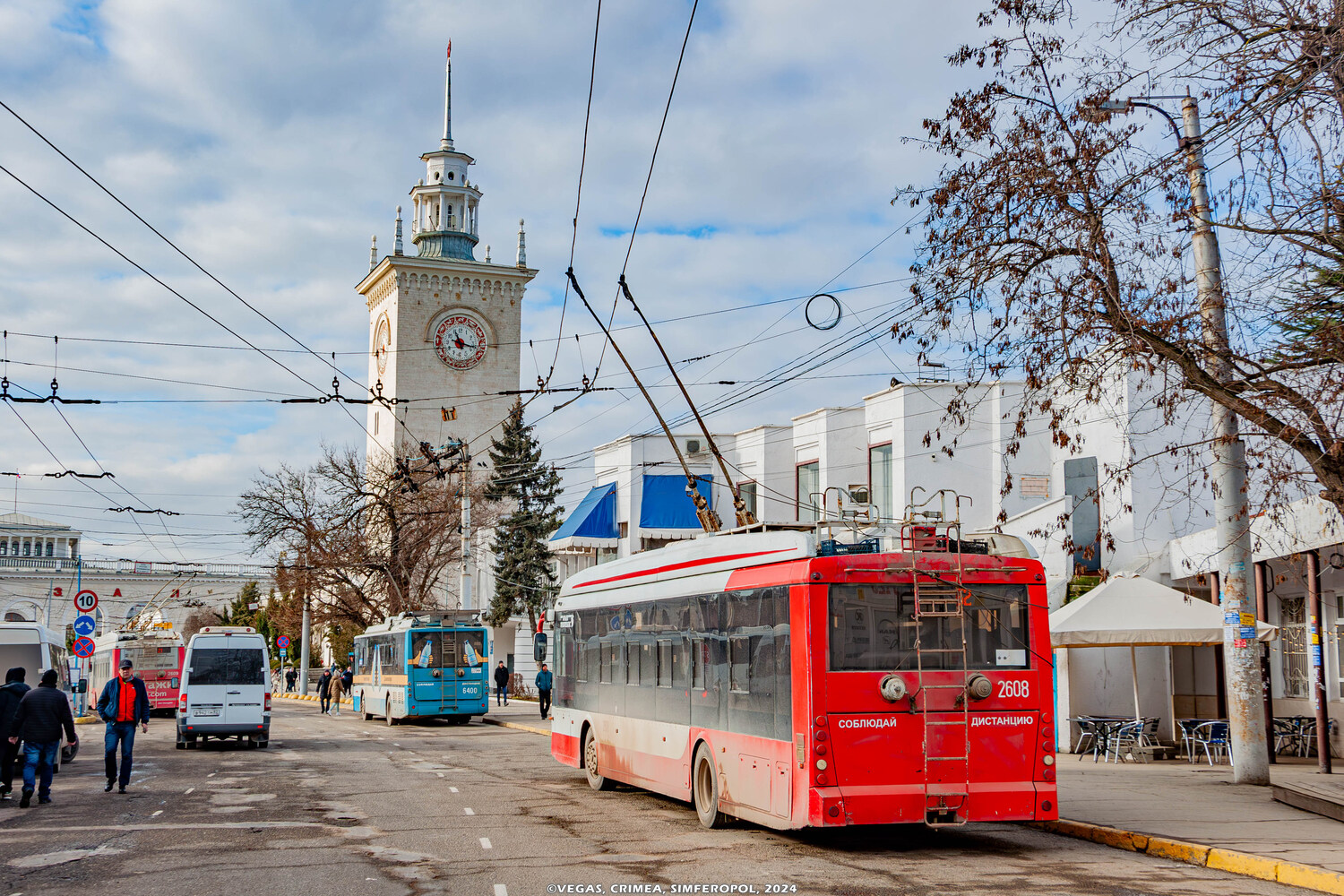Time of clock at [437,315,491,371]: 11:17
